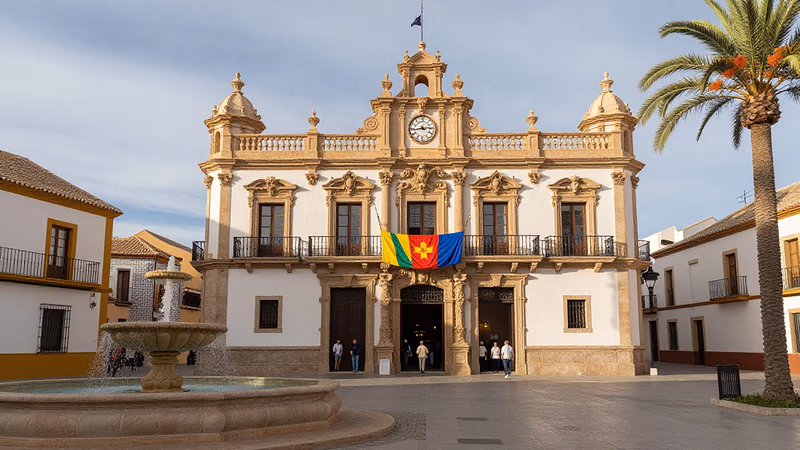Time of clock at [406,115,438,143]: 2:43
